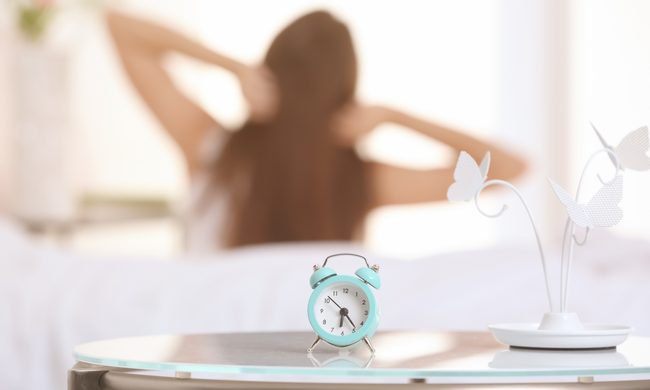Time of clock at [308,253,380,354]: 6:23
